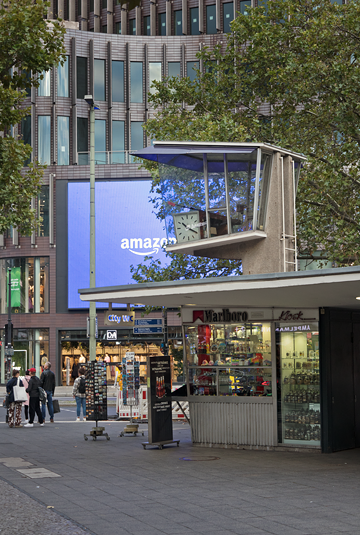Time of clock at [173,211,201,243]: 10:19
